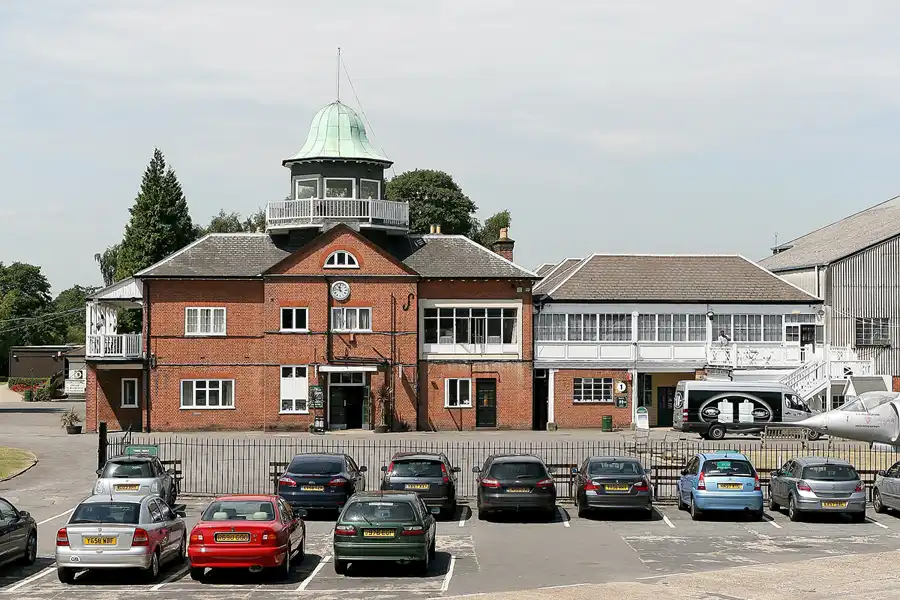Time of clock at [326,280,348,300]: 11:46
